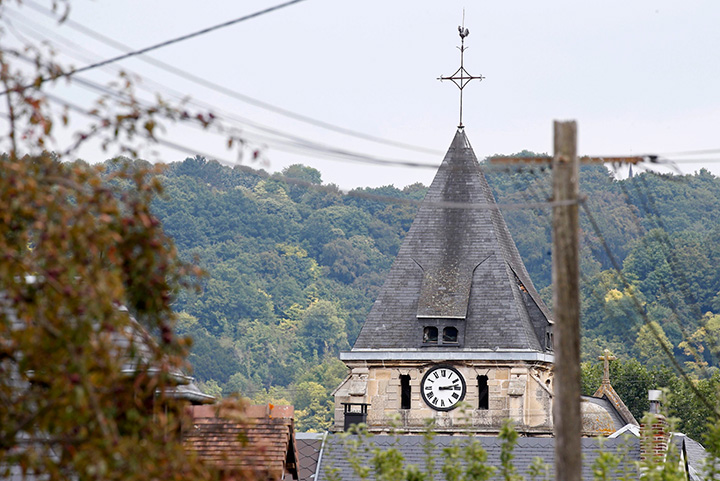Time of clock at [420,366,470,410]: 3:12
